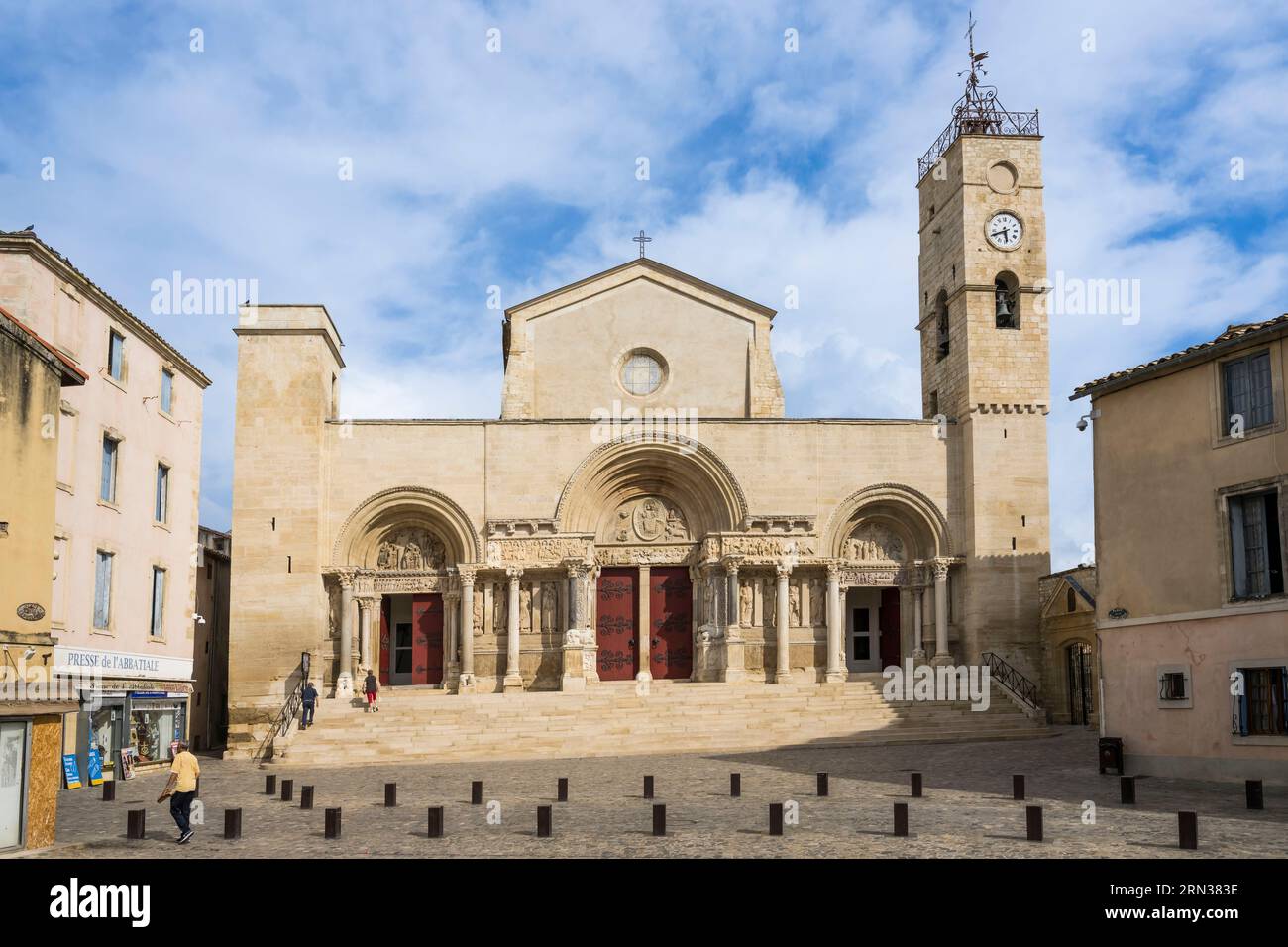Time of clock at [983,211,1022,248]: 5:41
